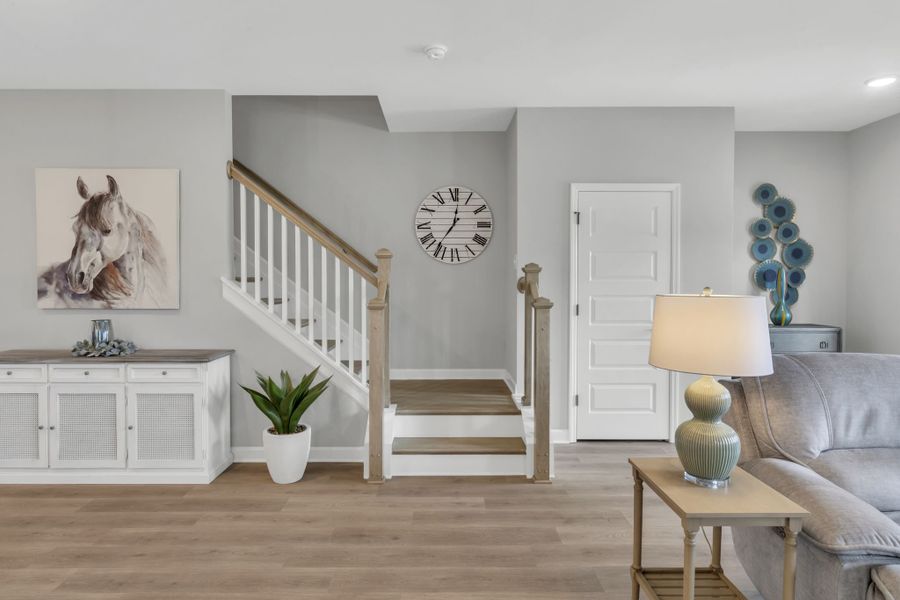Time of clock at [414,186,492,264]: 7:01
